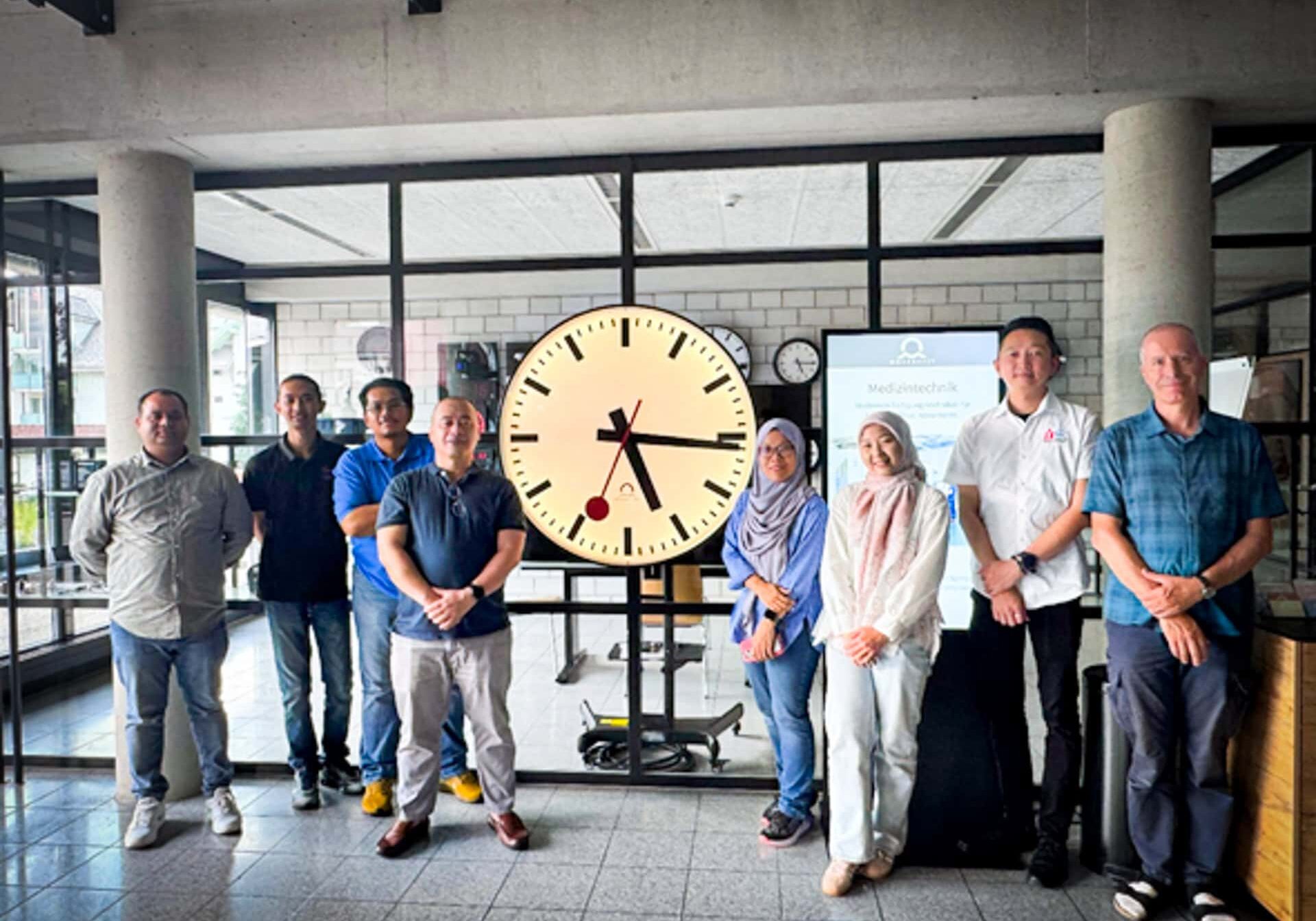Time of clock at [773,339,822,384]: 5:15
